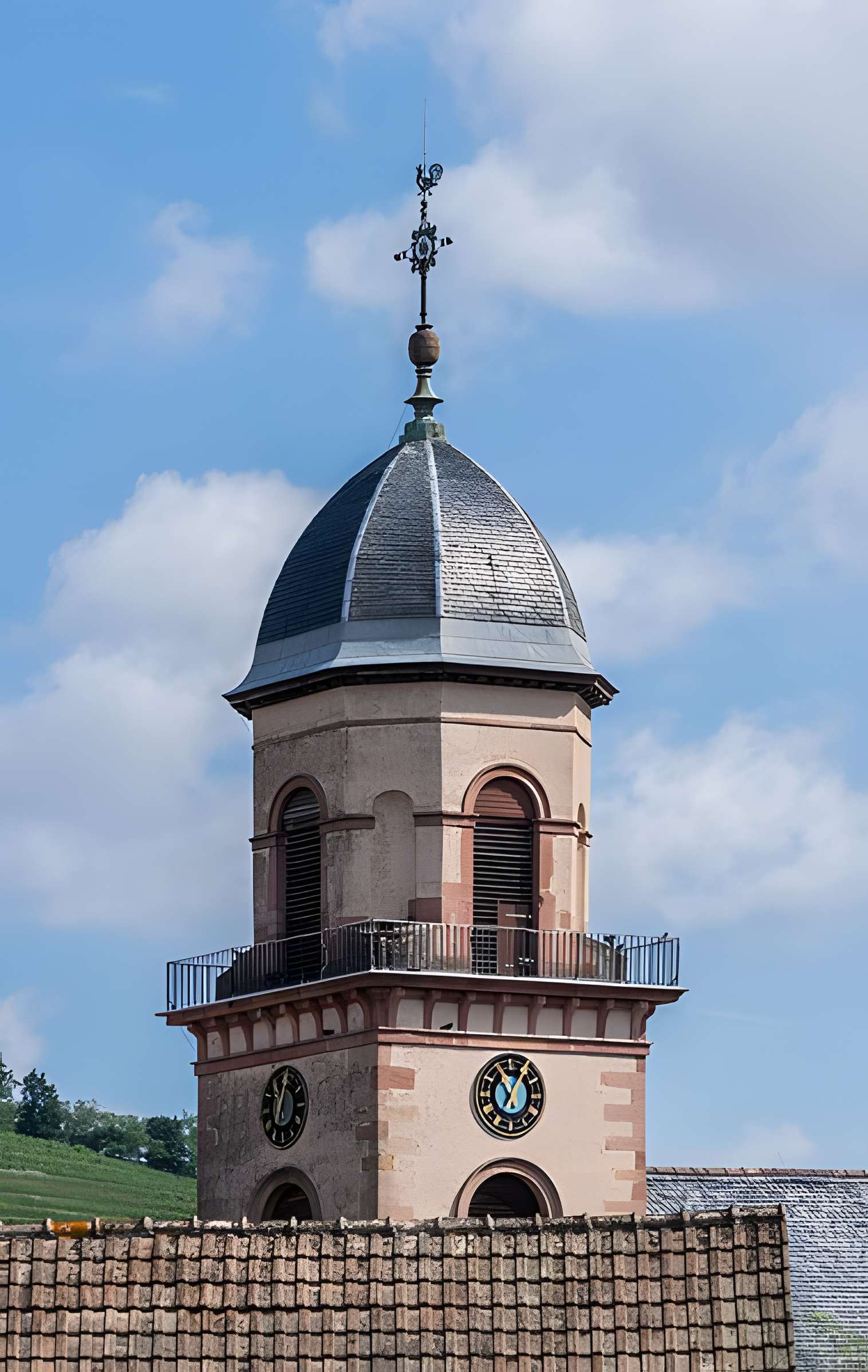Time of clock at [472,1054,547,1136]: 11:05
